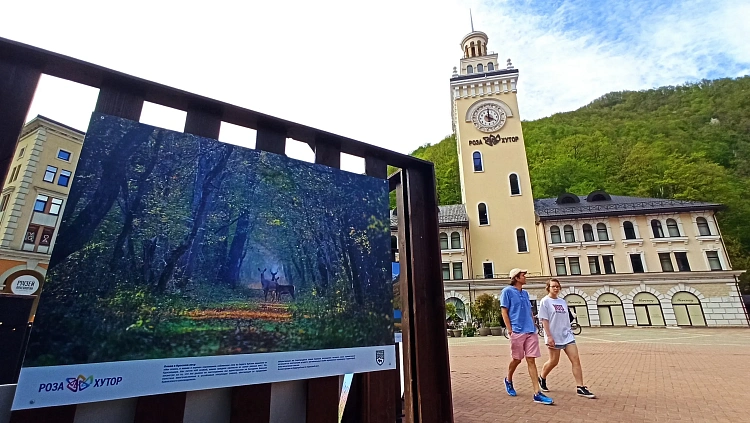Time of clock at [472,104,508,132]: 3:58
